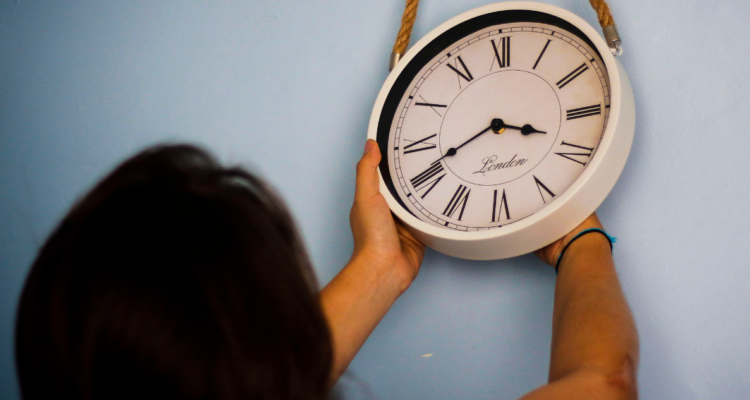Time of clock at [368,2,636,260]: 3:40
